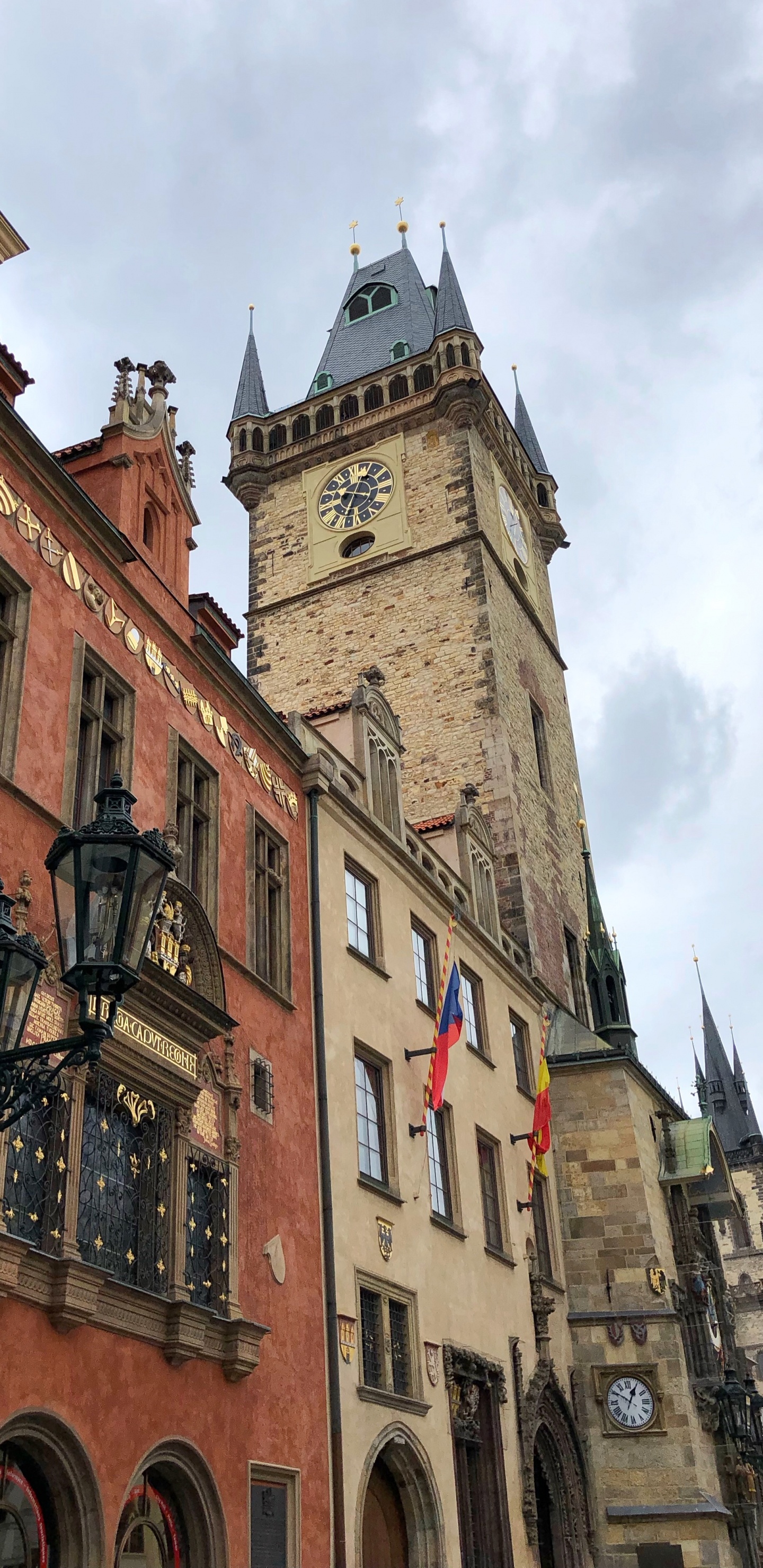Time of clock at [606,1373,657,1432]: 12:50
